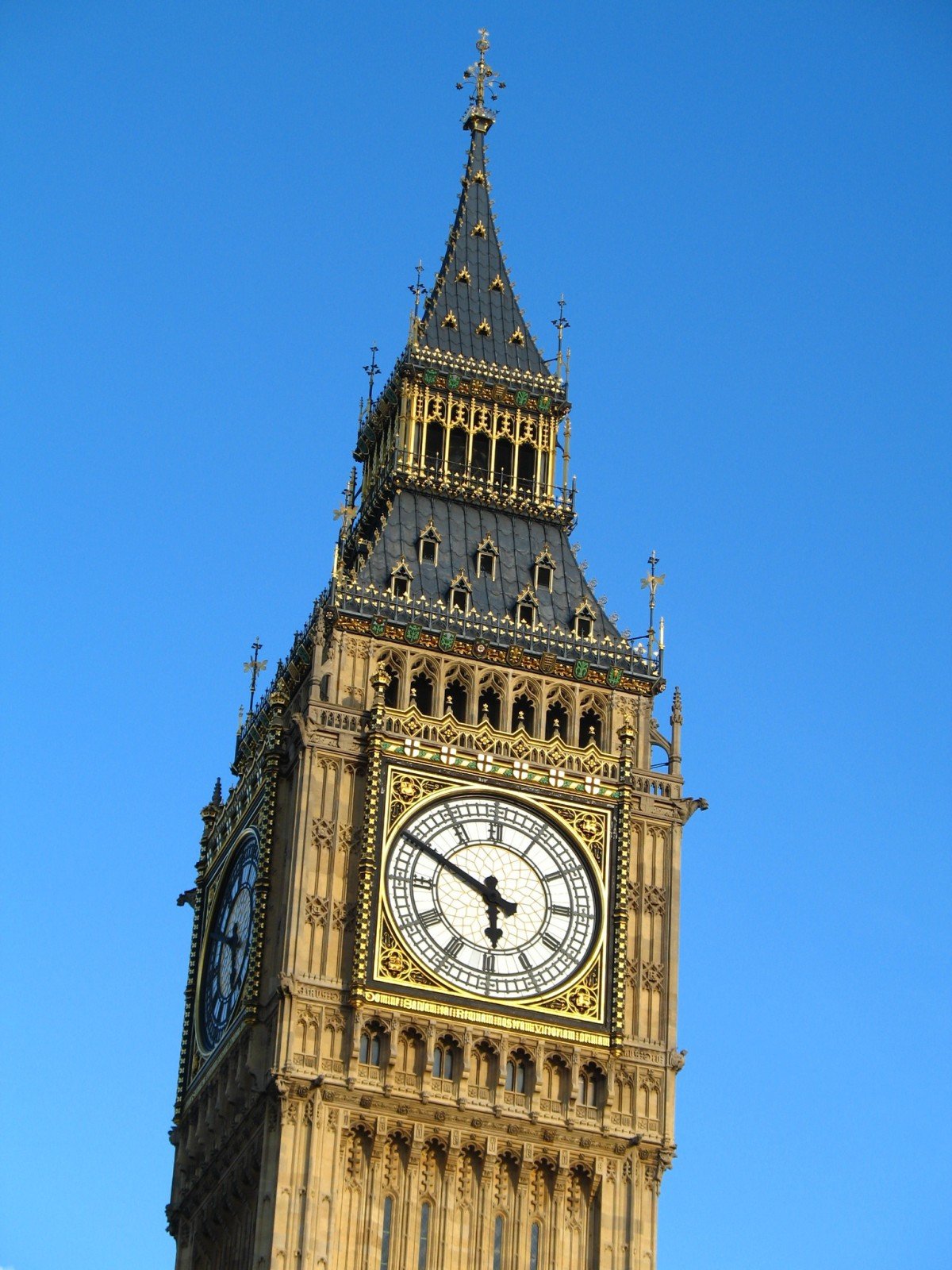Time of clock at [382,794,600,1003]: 5:49
